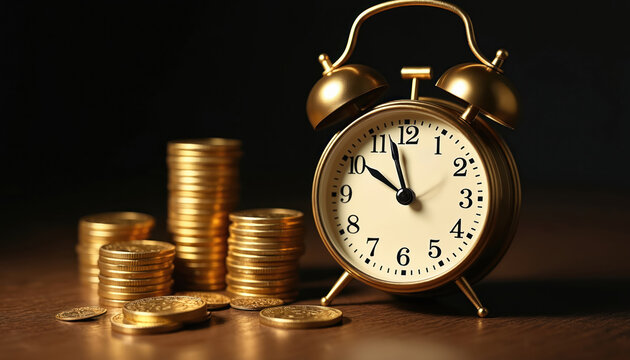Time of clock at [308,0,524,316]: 9:57
